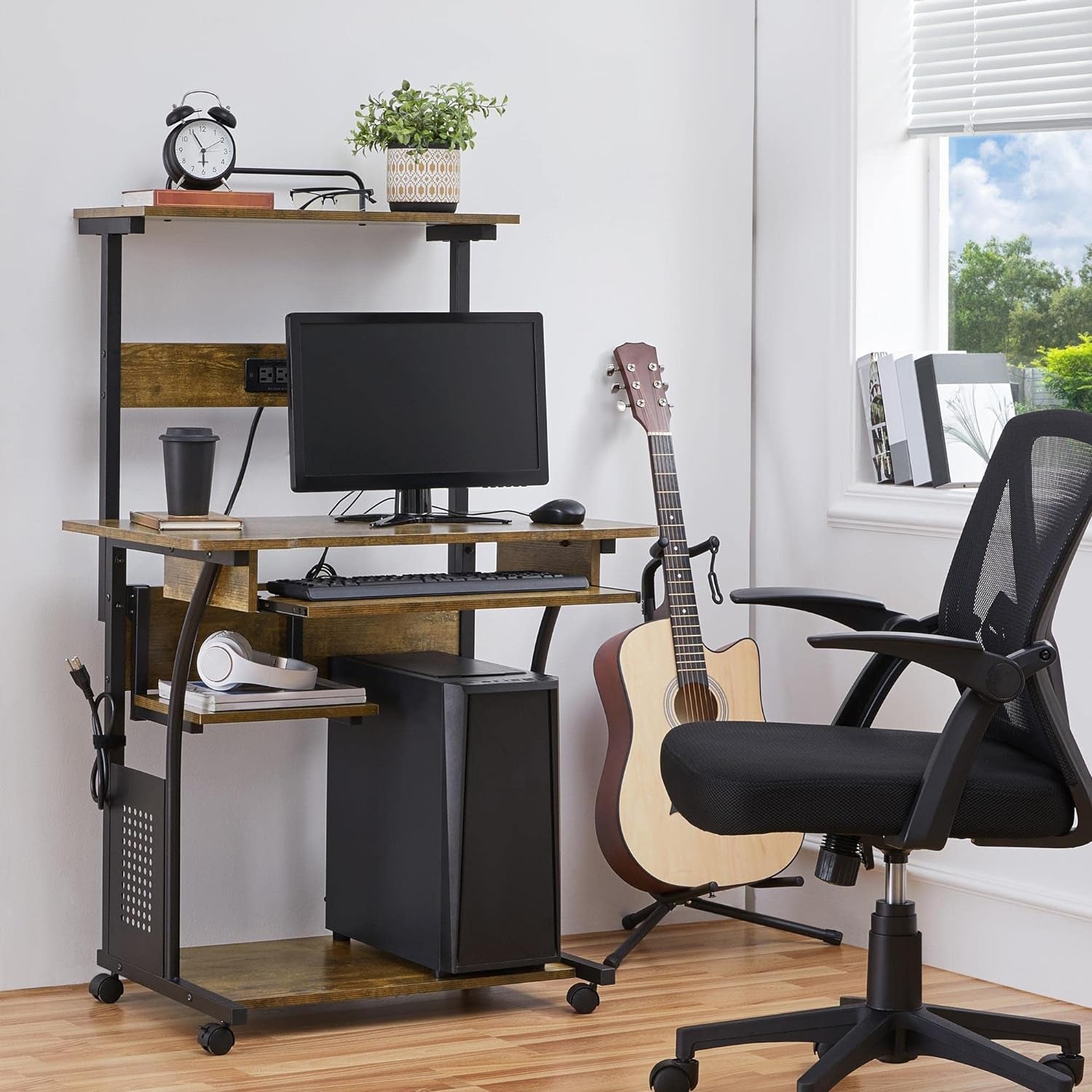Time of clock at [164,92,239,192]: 5:55
